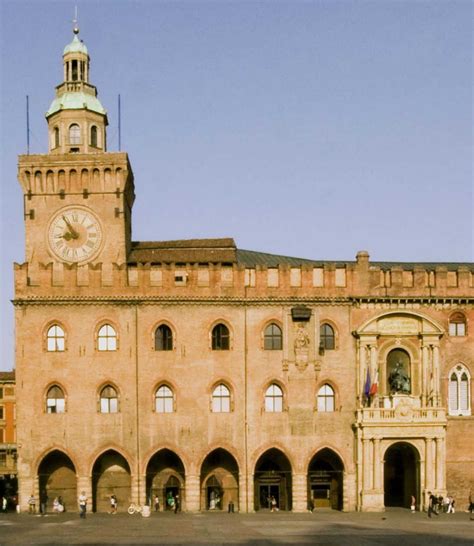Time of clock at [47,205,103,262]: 8:54
